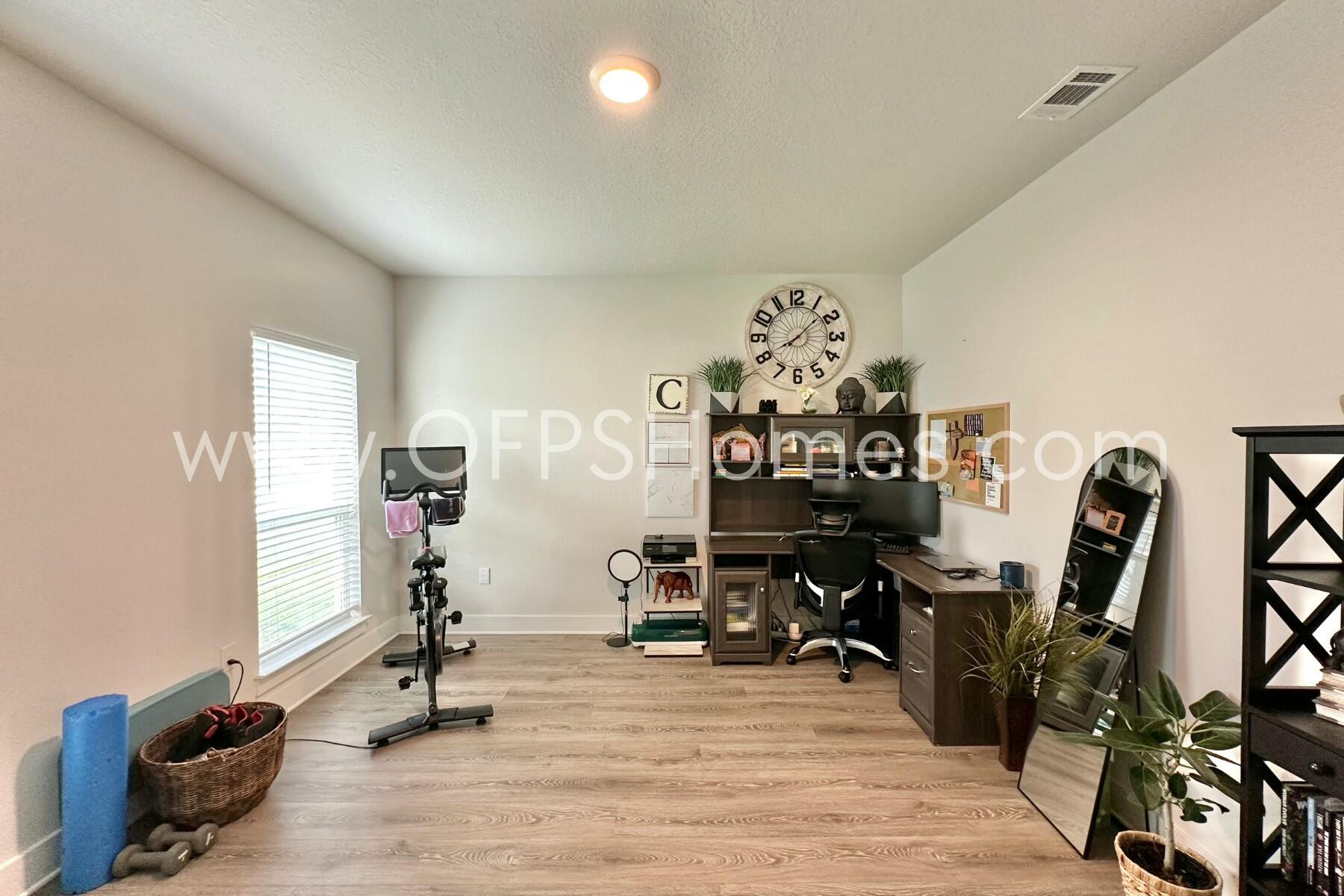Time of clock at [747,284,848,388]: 8:07
